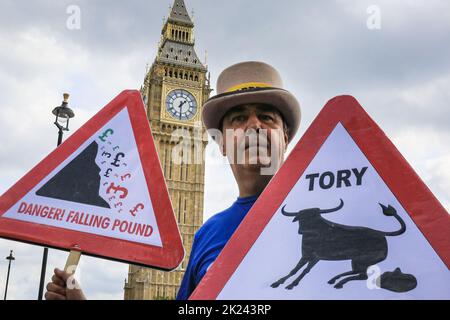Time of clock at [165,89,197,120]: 1:30
